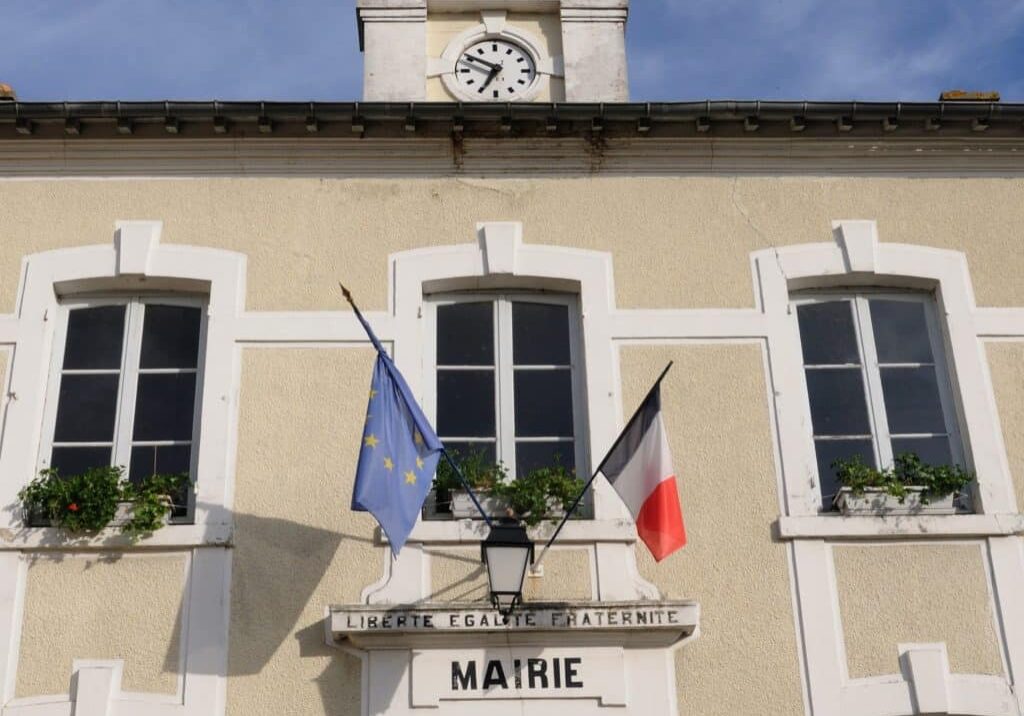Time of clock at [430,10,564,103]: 6:50
